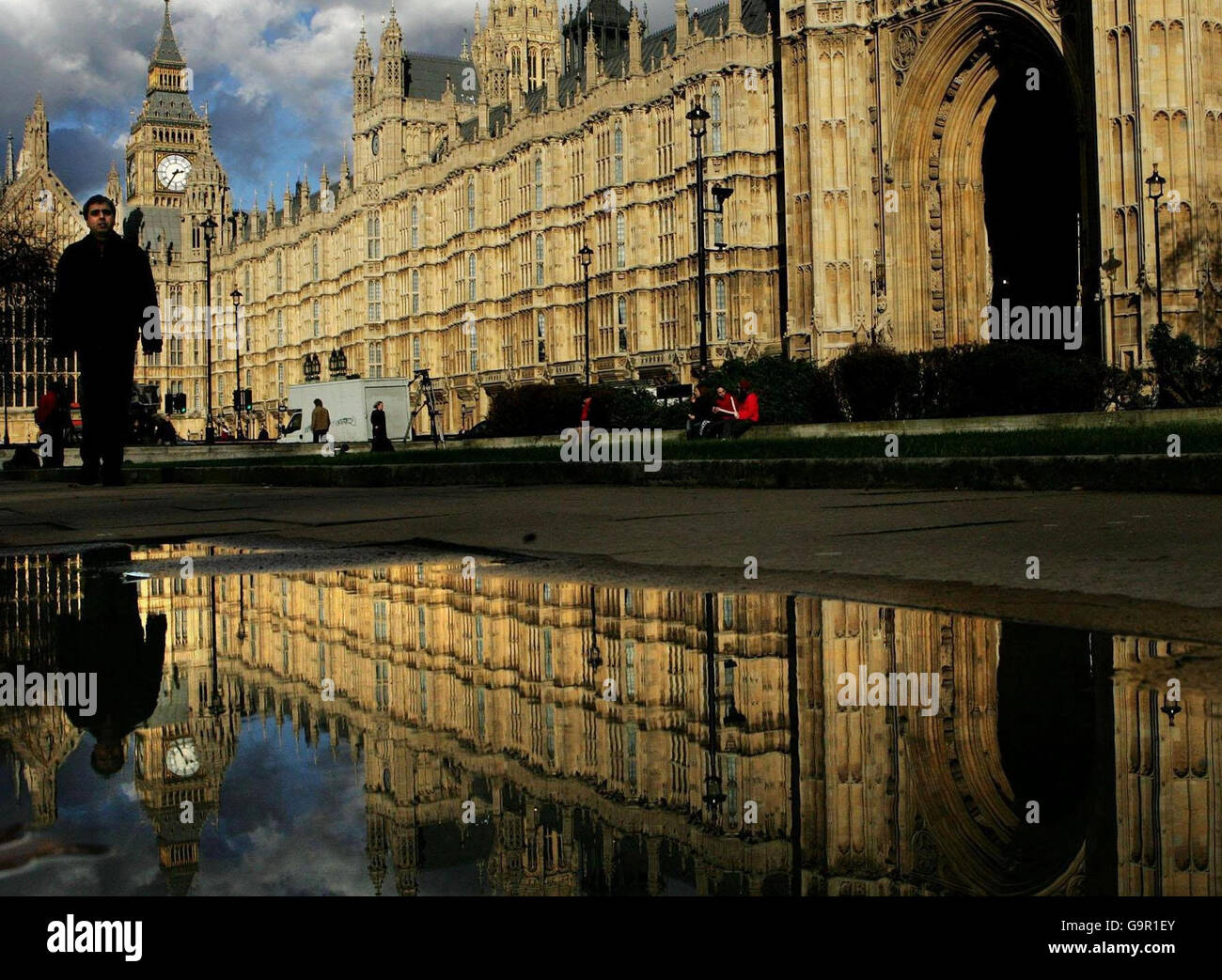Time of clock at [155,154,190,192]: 2:35
